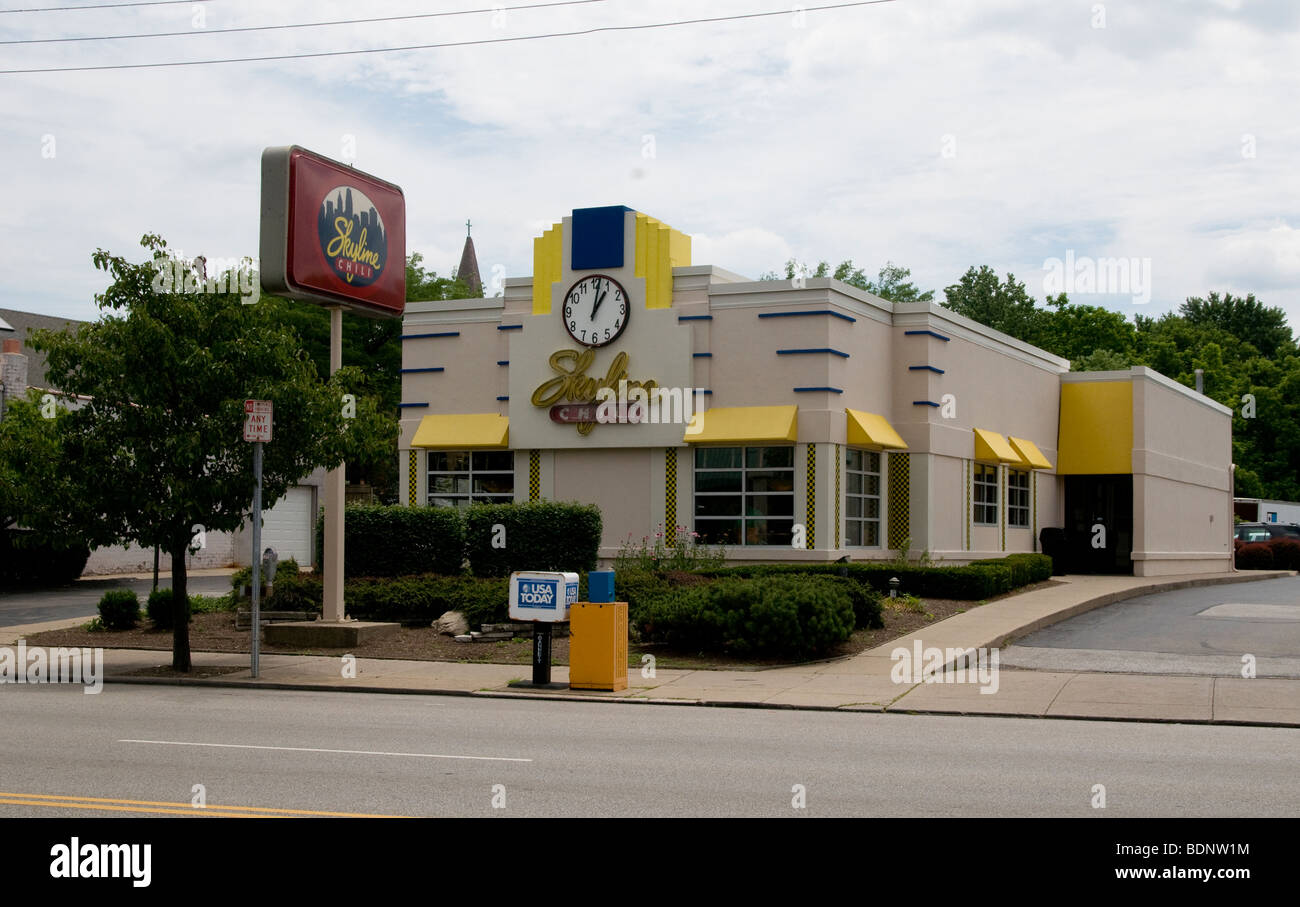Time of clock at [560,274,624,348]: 1:01
